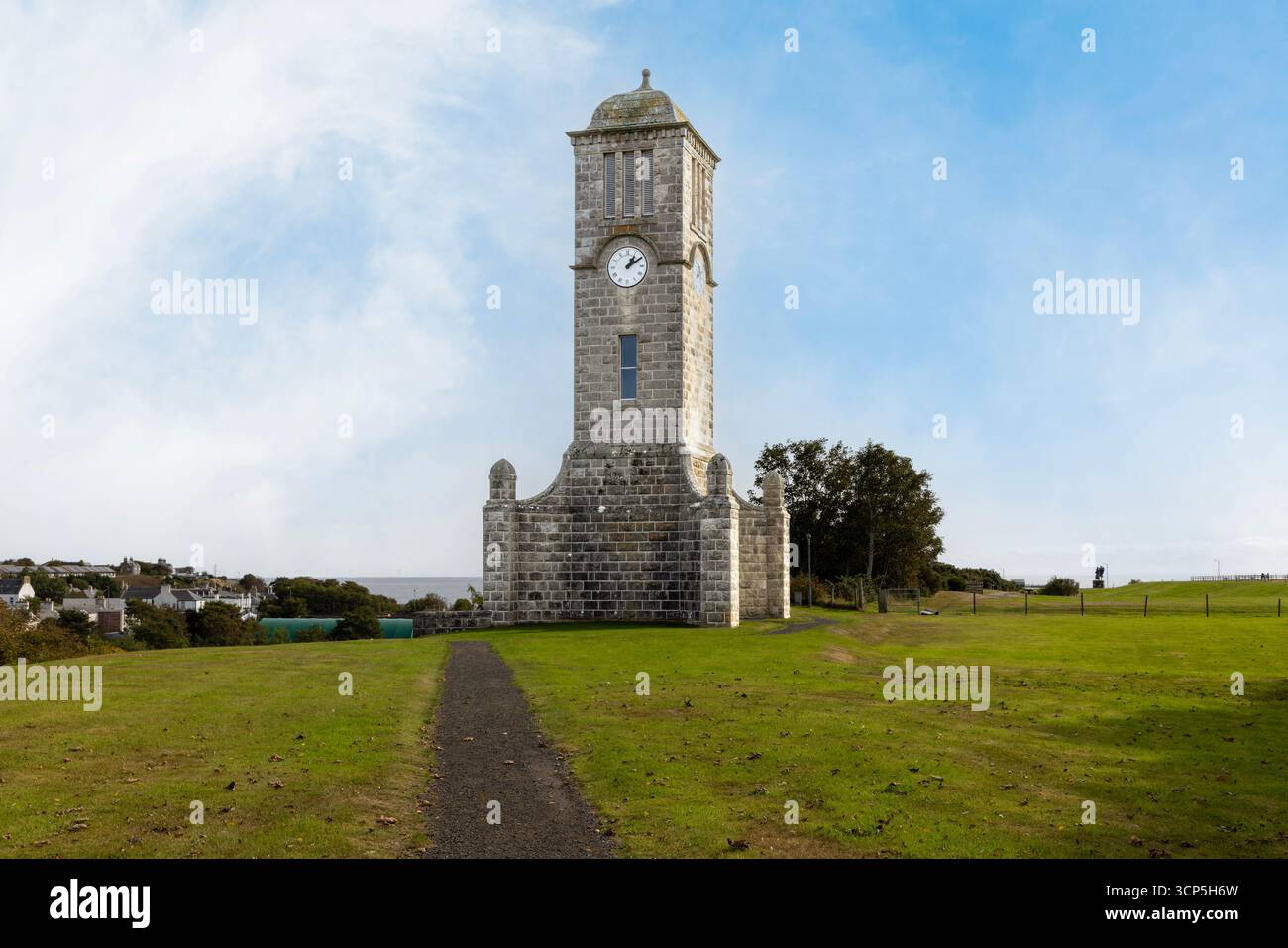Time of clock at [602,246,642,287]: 1:09
